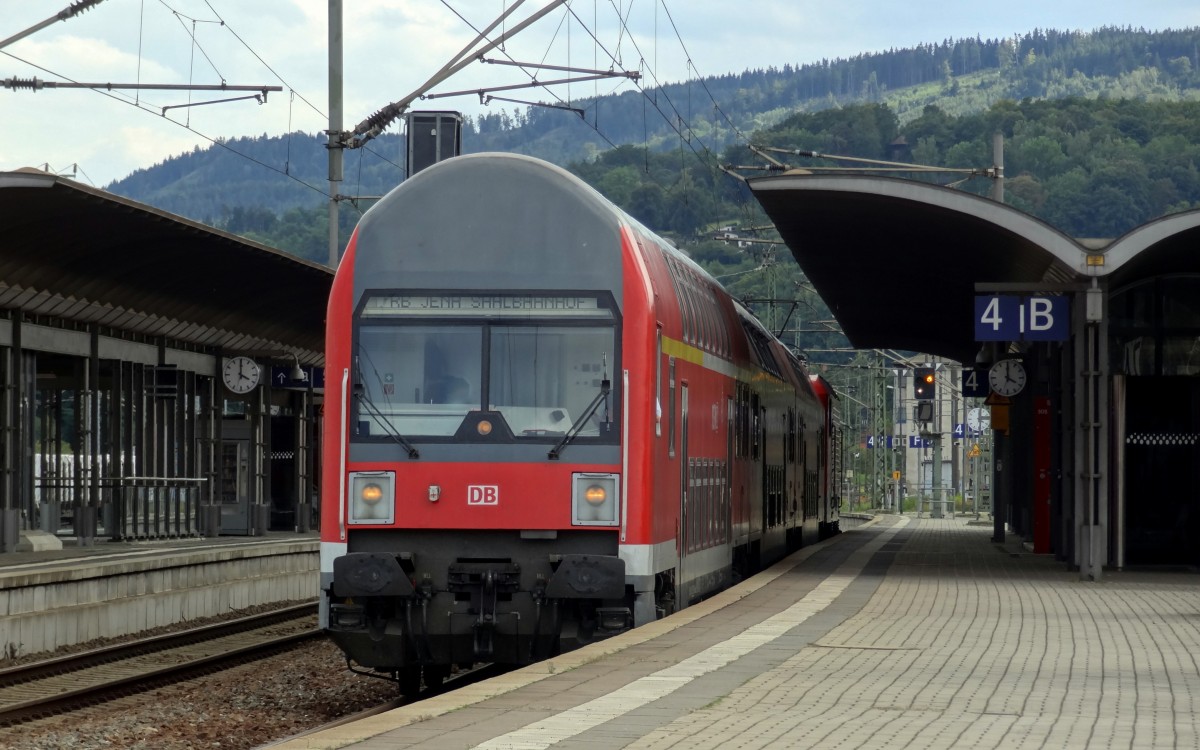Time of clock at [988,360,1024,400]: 4:00
